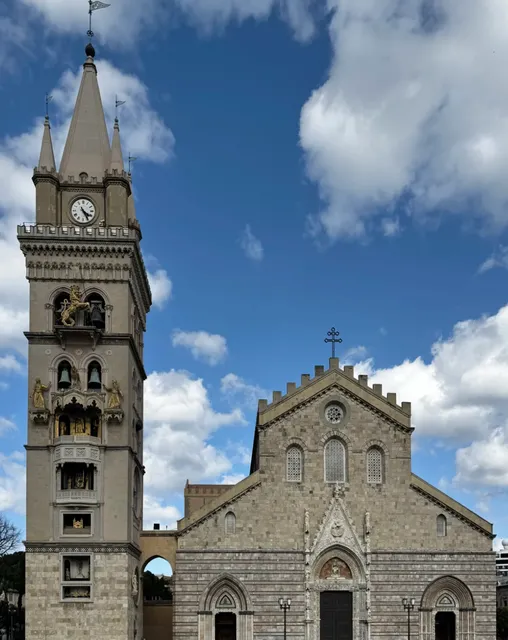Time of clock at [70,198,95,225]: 4:25
